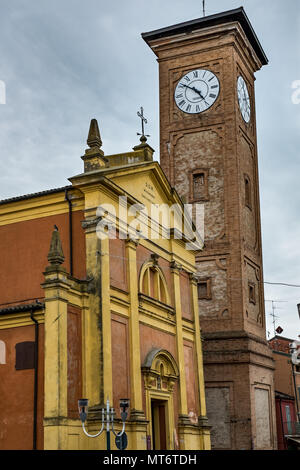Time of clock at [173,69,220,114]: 4:50
